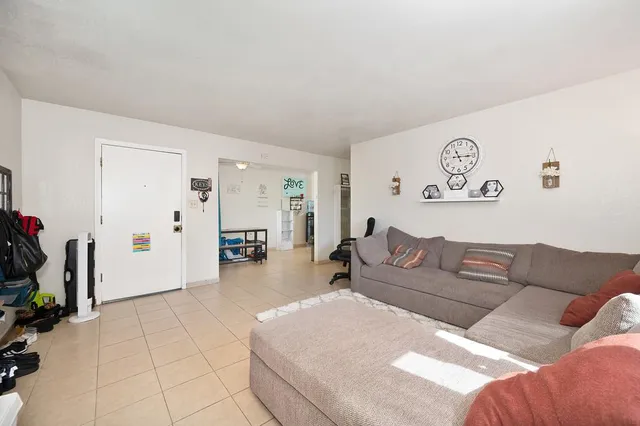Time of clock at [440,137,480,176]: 11:15
